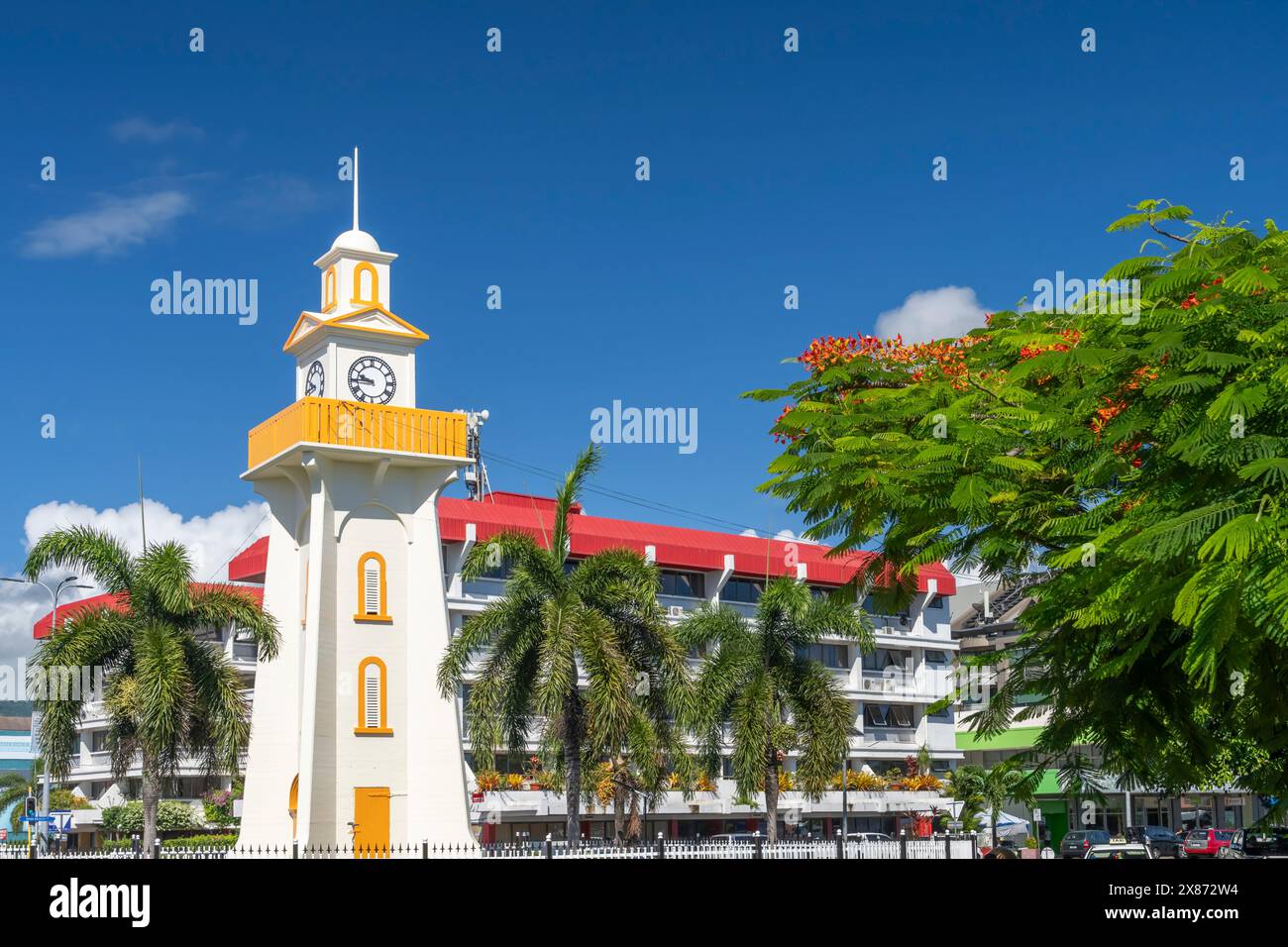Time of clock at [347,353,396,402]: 9:45
